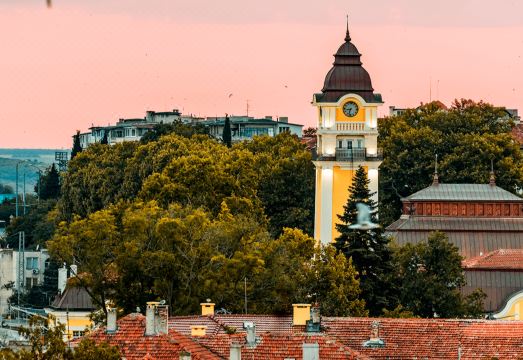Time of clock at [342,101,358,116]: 8:33
